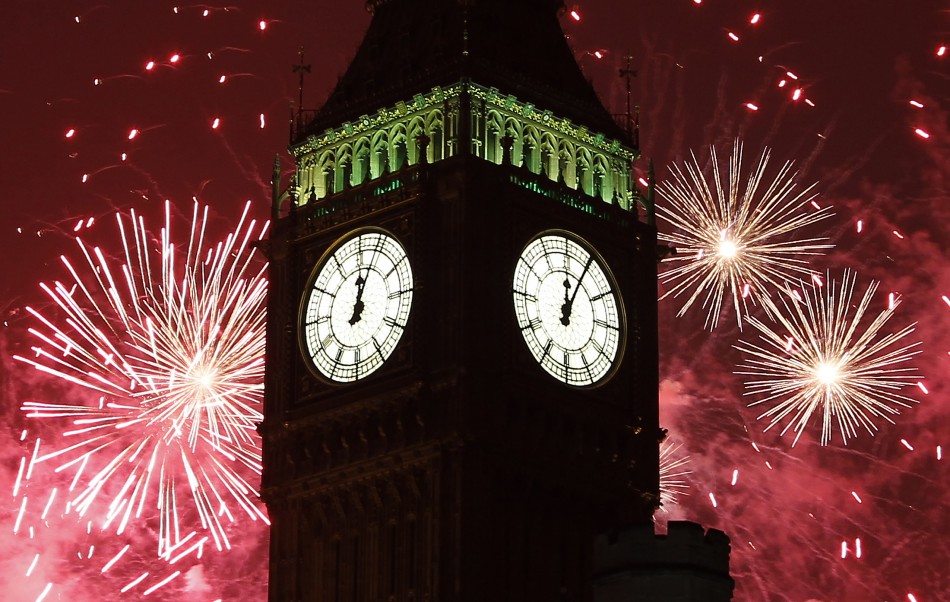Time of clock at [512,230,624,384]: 12:04
